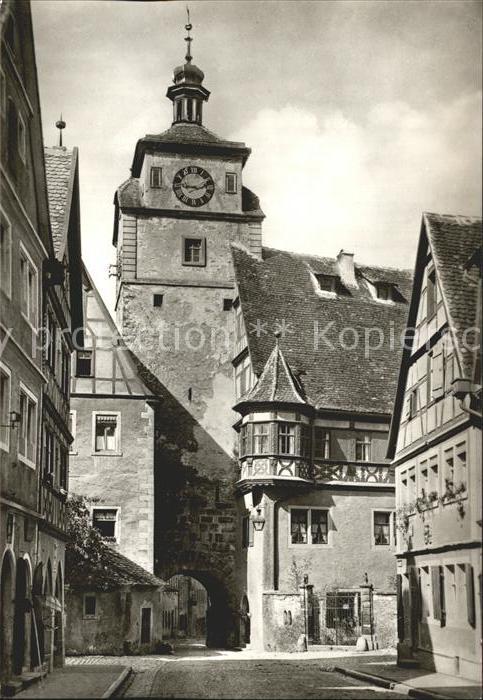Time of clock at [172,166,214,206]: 9:12
